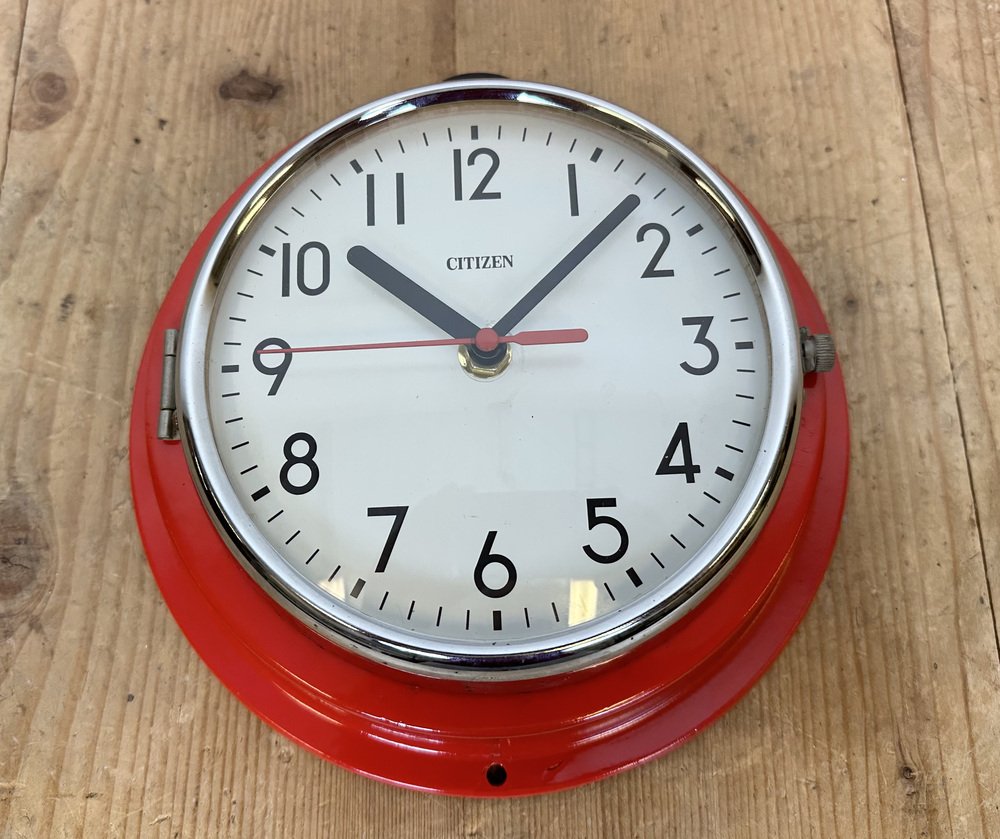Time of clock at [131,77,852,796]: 10:07
